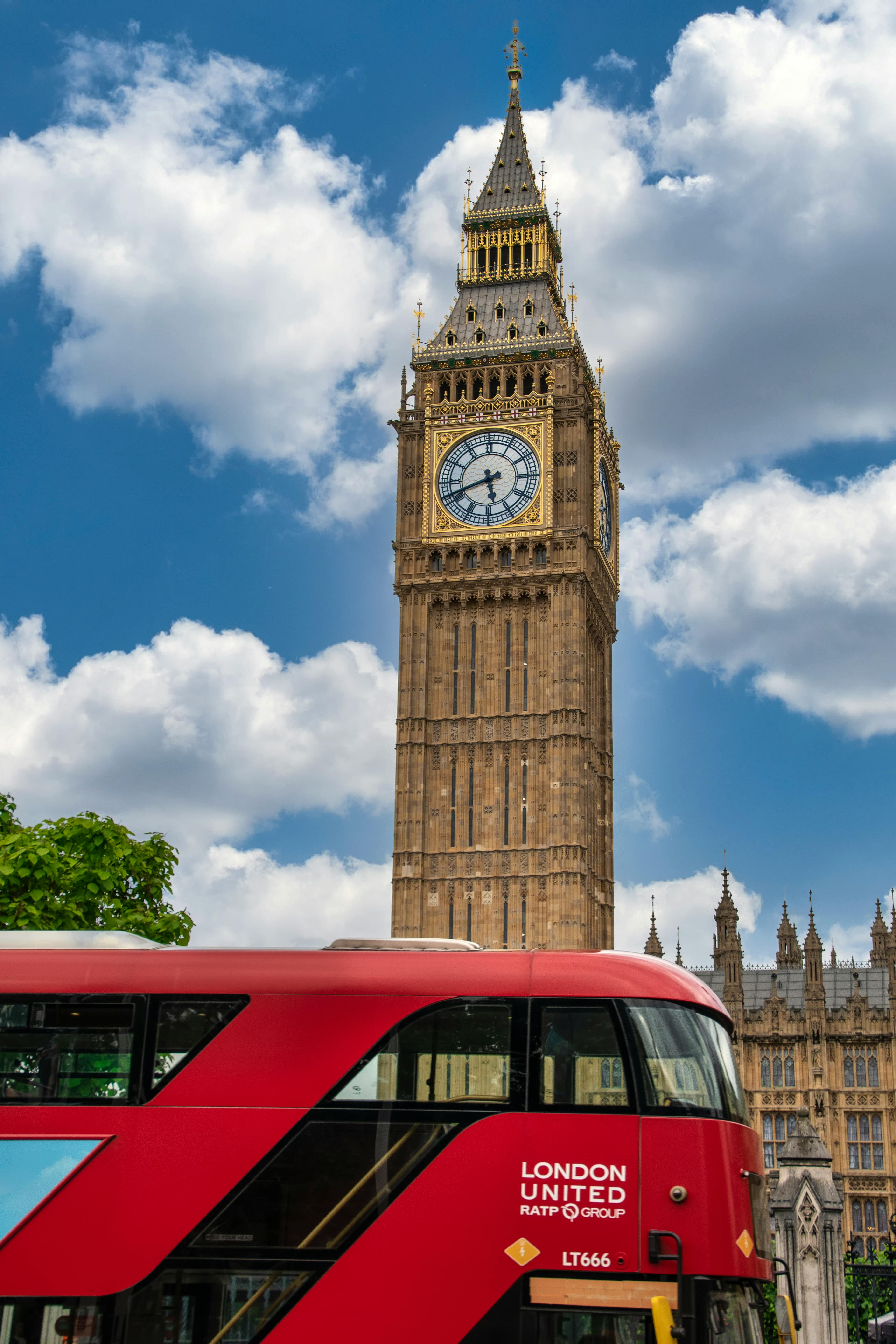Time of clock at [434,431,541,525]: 5:41
